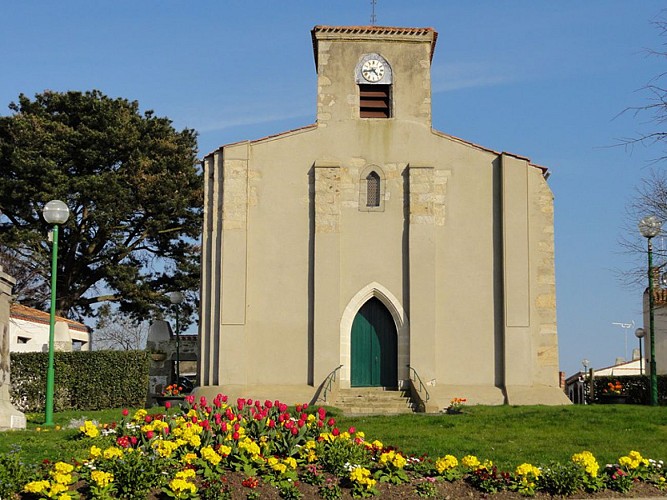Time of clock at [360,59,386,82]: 4:42
